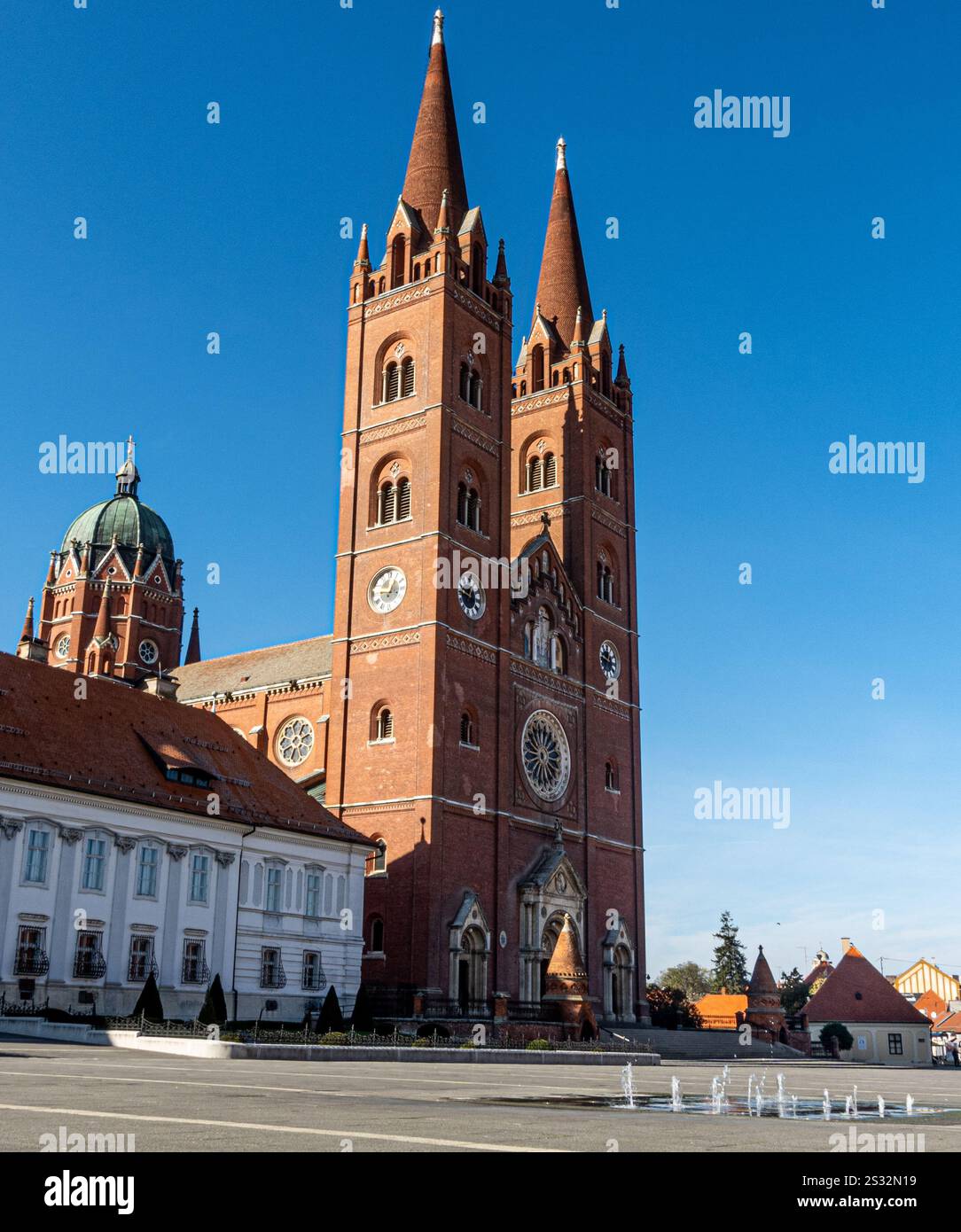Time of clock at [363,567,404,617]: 12:46
